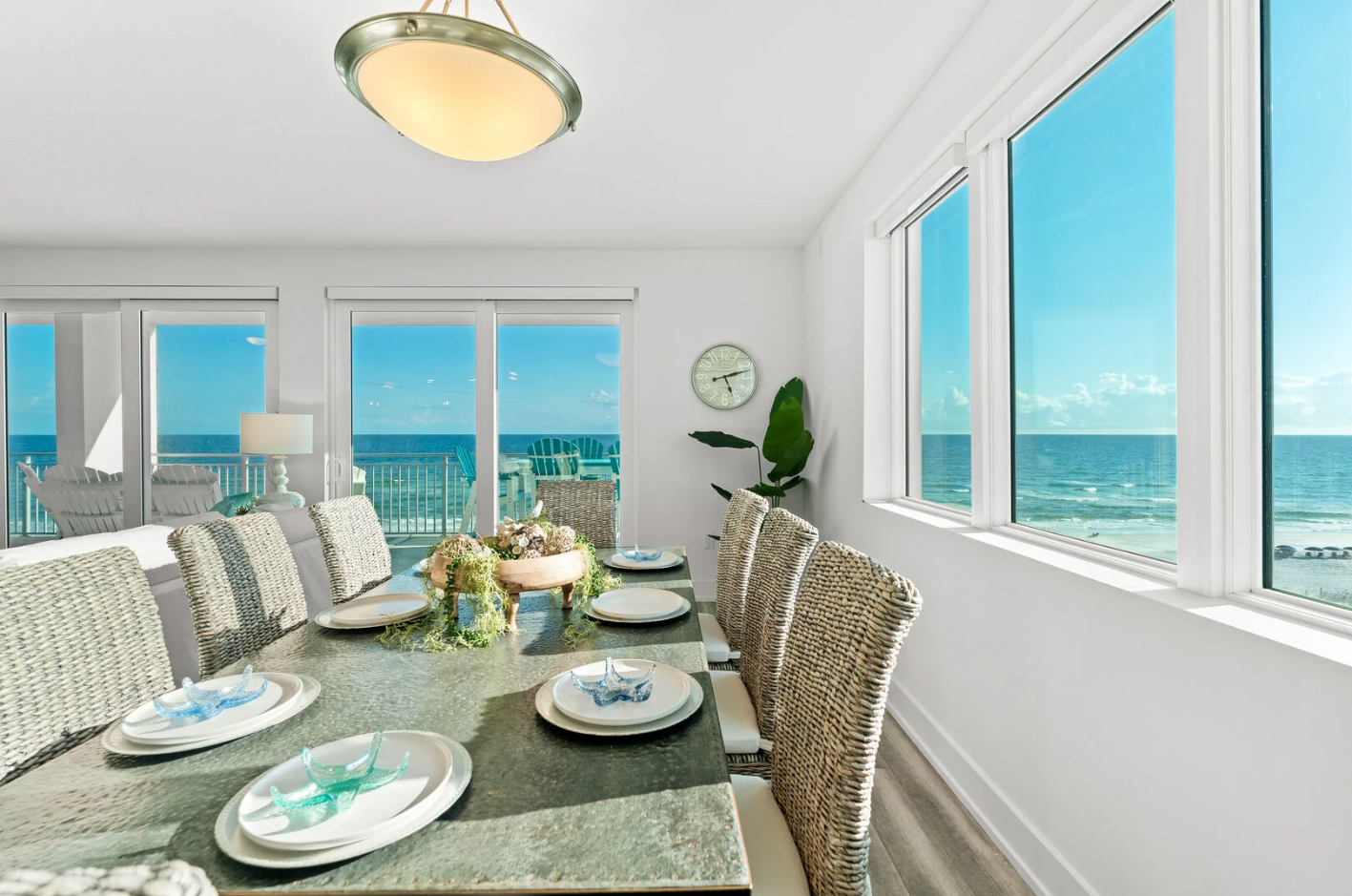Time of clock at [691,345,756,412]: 5:12
